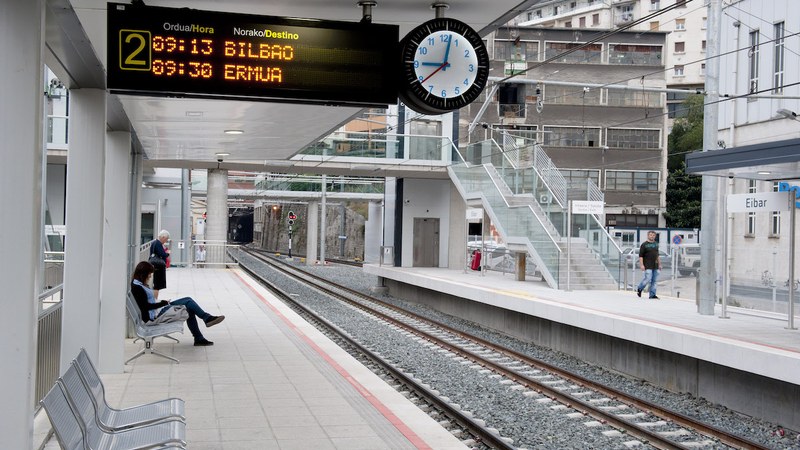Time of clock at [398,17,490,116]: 9:01
